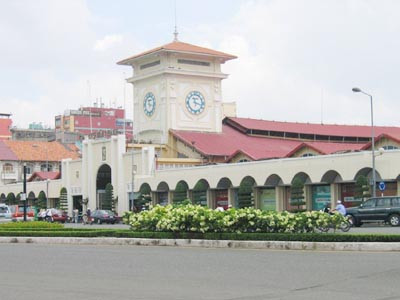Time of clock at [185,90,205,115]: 11:17
